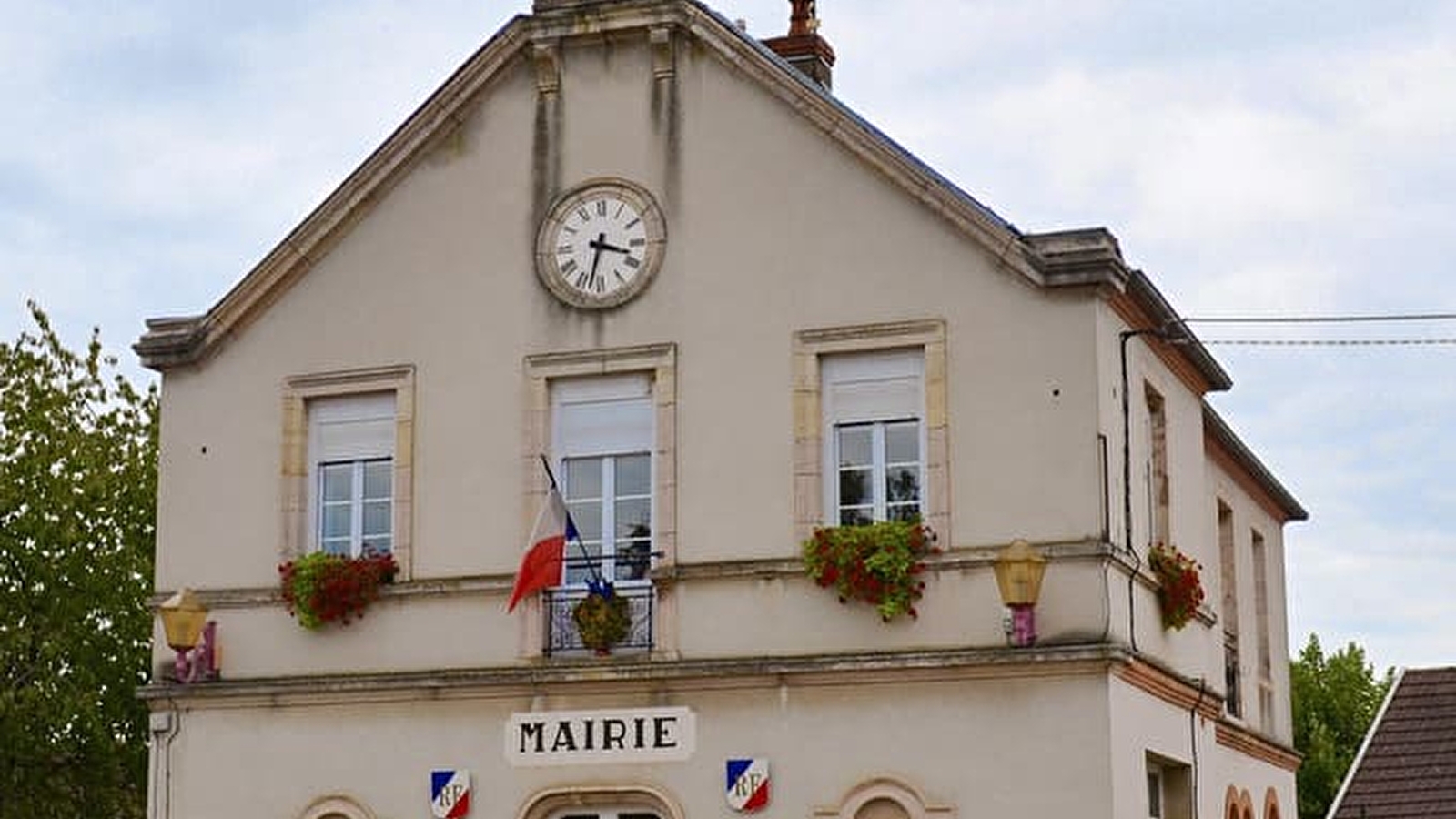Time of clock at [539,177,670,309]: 3:32
